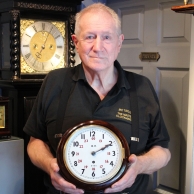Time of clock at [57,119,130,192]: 2:10
